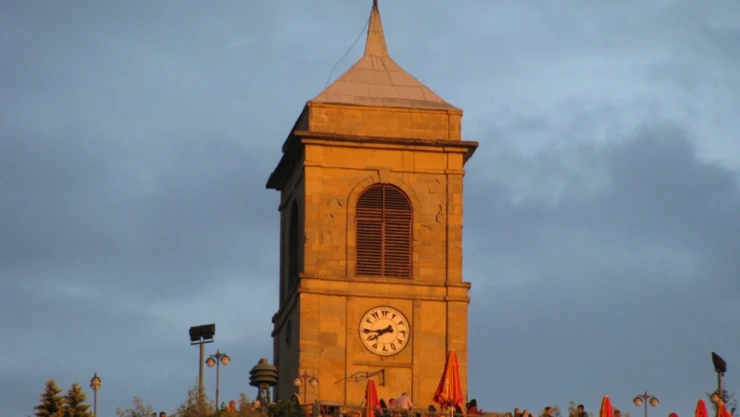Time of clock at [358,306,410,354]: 7:43
